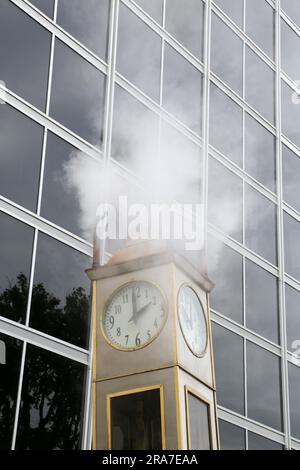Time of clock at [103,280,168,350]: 1:59
